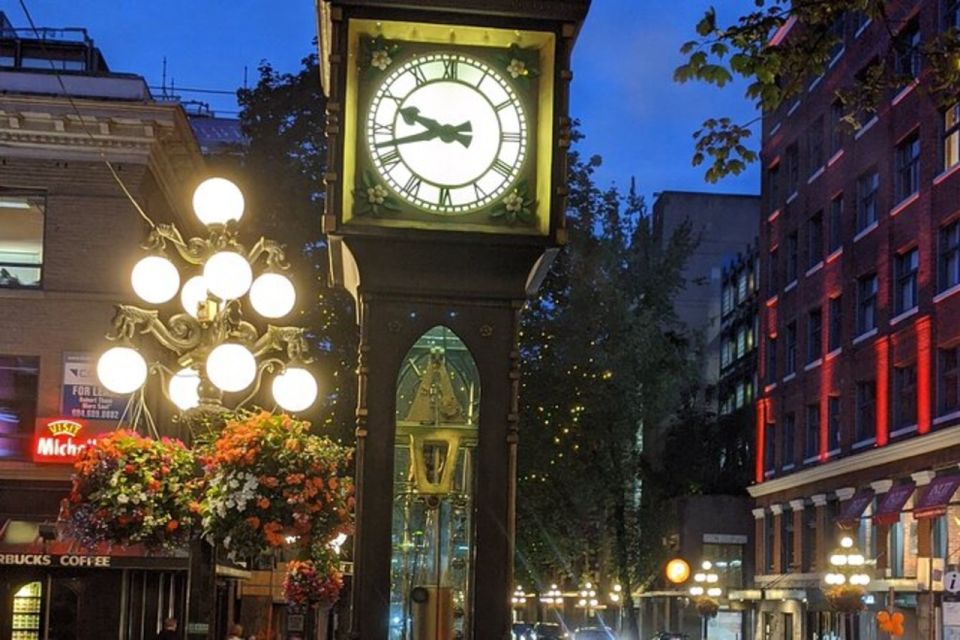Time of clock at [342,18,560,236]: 9:42
